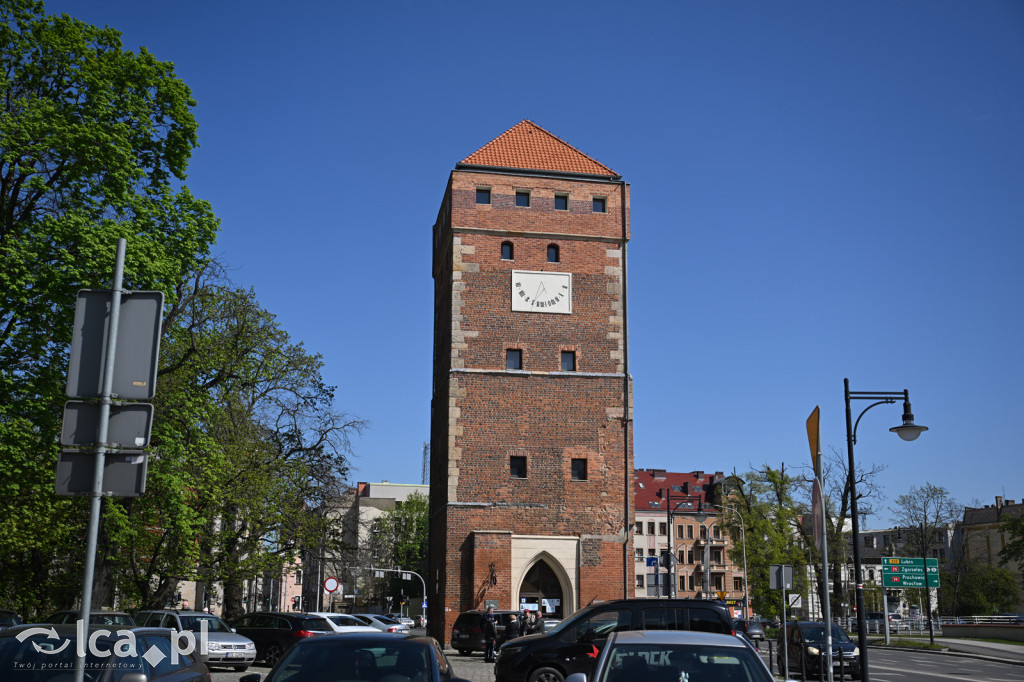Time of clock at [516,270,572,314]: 5:32
